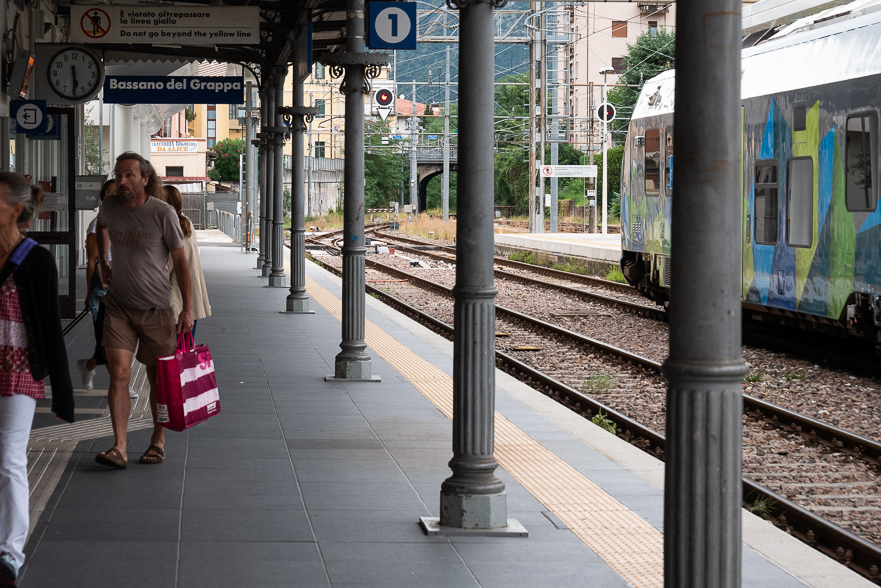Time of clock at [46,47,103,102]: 5:29
